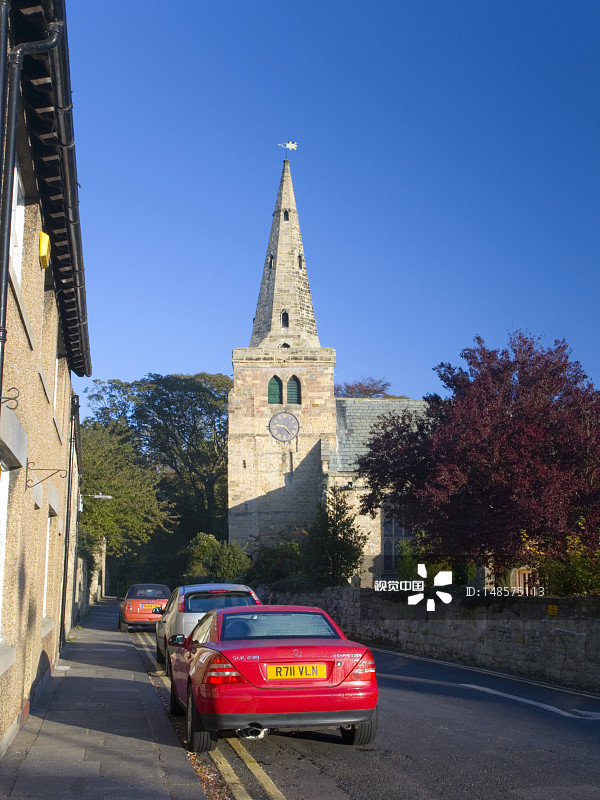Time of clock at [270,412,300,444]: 9:22
